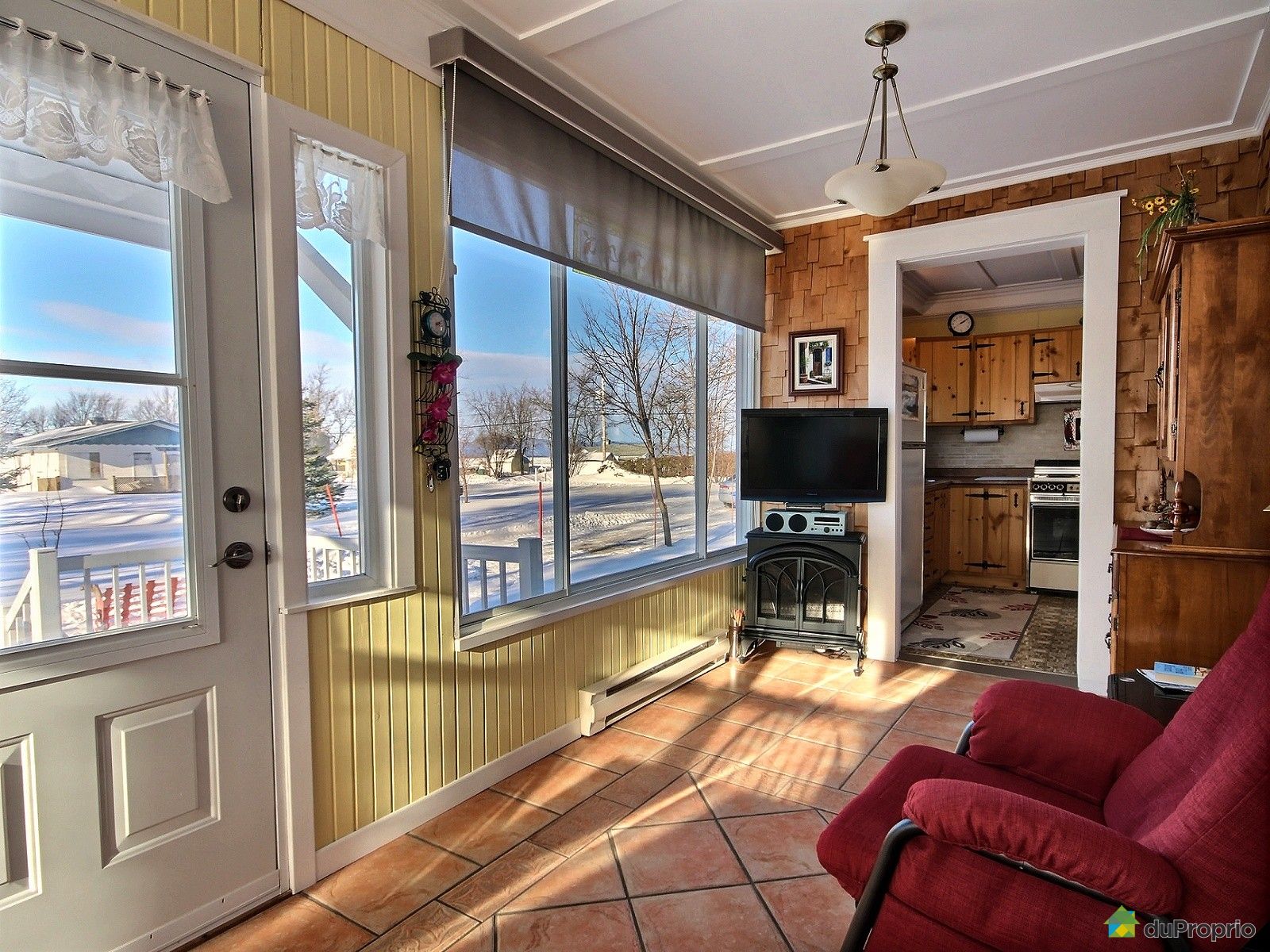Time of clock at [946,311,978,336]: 2:09
